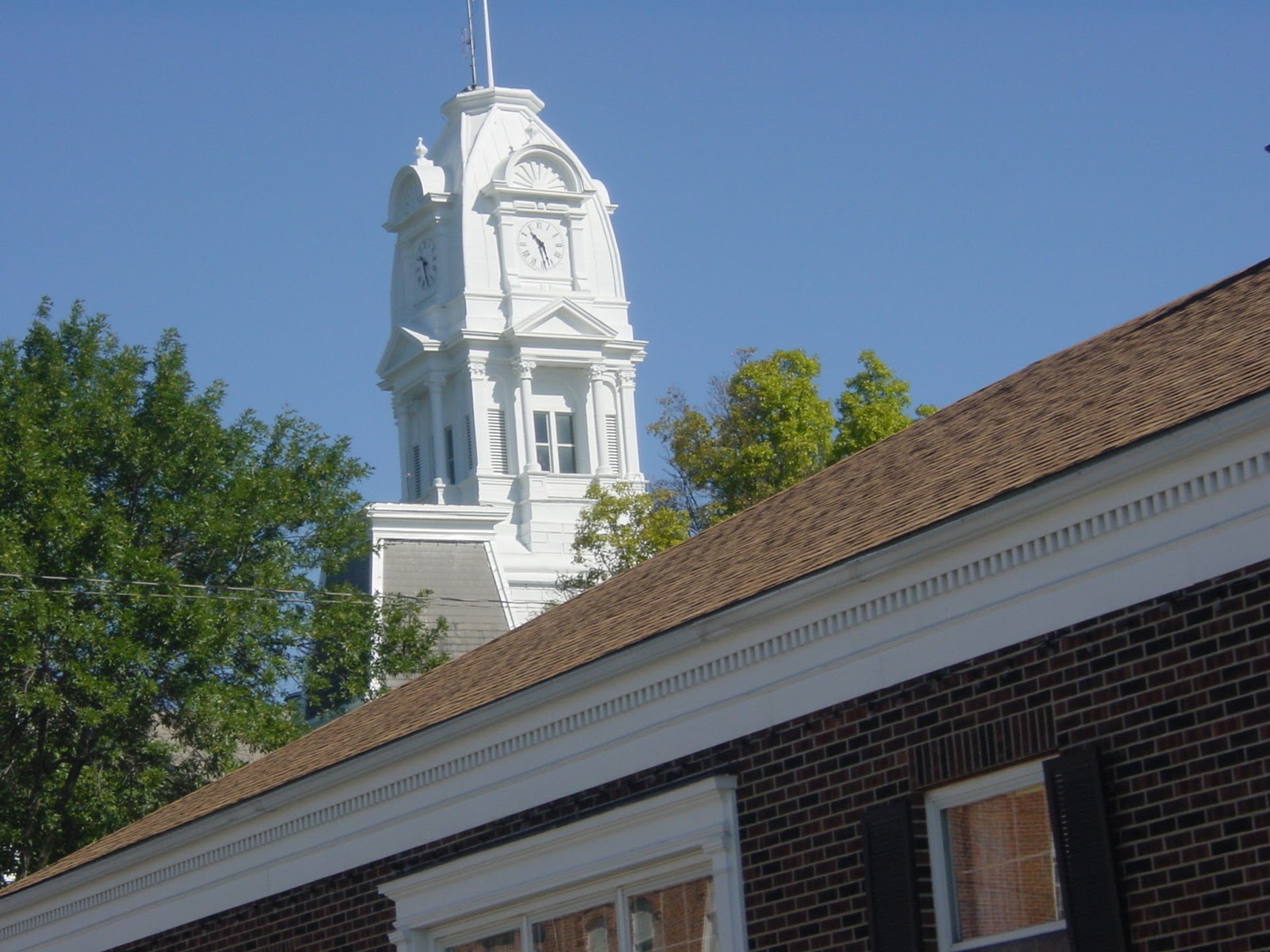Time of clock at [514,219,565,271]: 10:27
